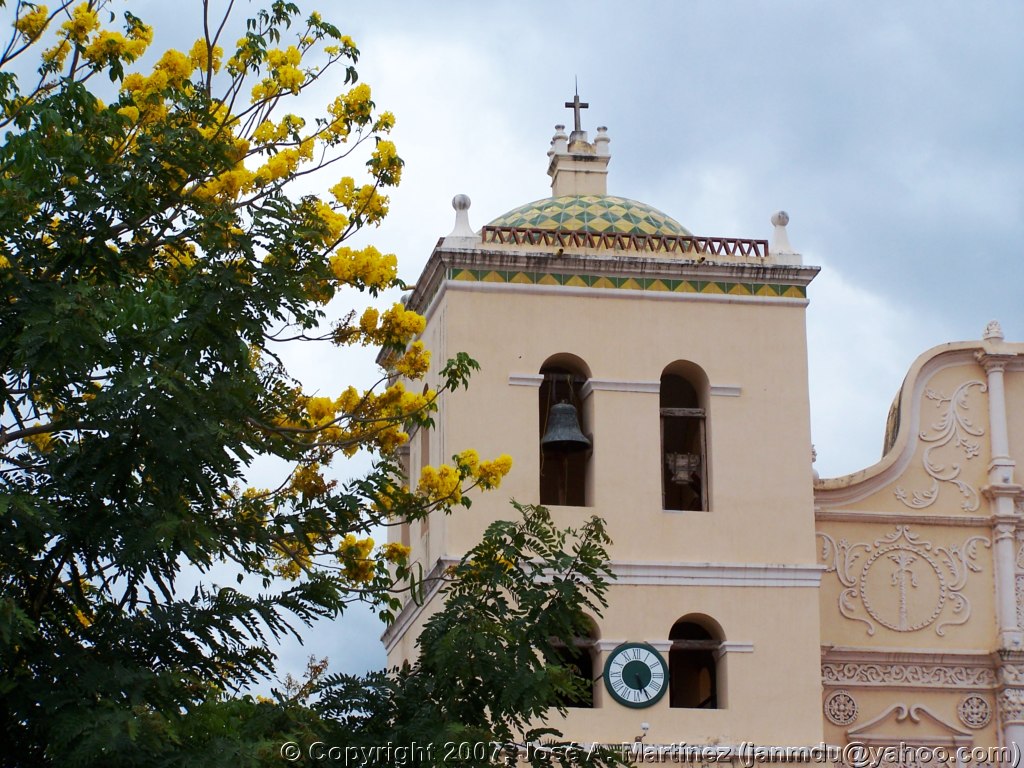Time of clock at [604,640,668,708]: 5:25
